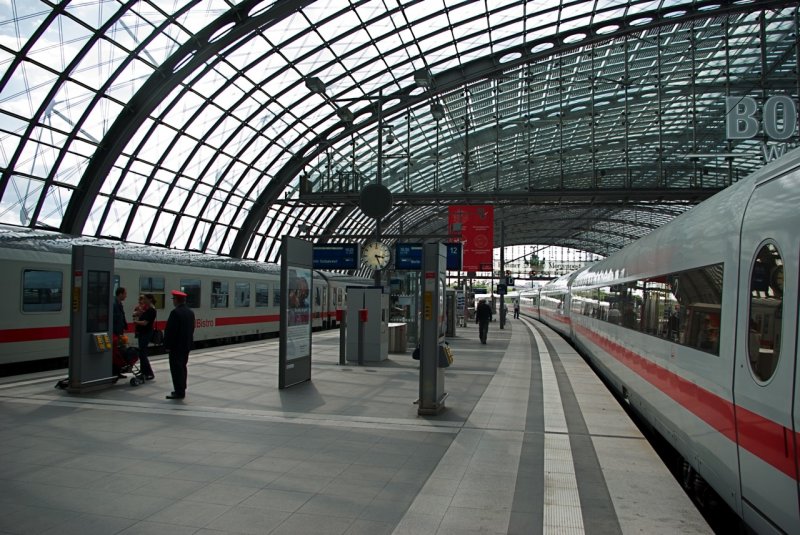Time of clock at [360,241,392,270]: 3:26
